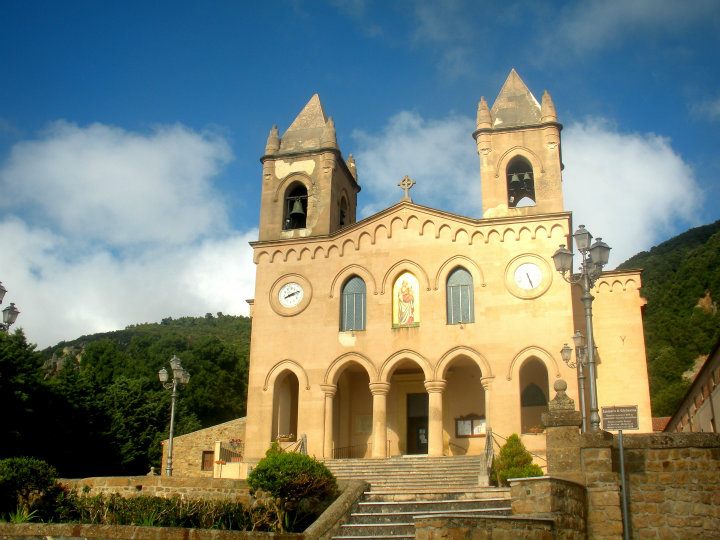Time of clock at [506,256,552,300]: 5:26
